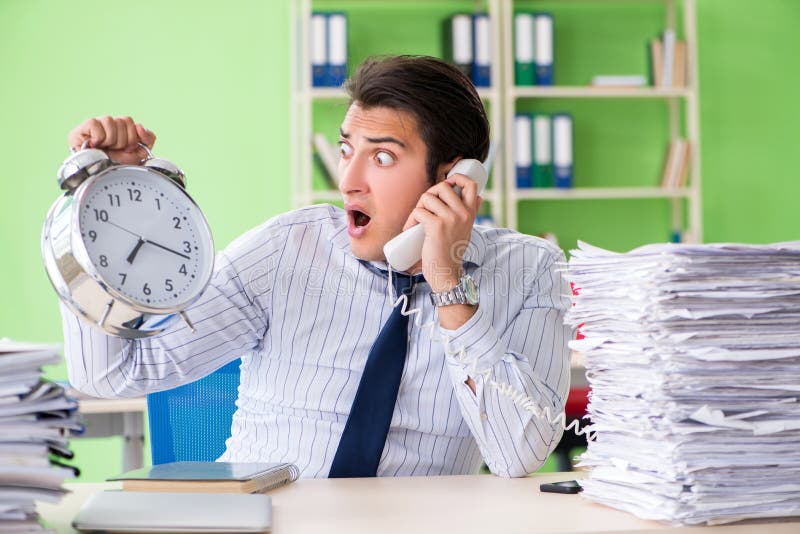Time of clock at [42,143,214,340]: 7:17
